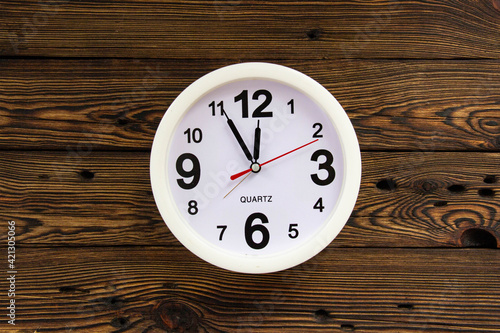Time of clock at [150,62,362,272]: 11:55
